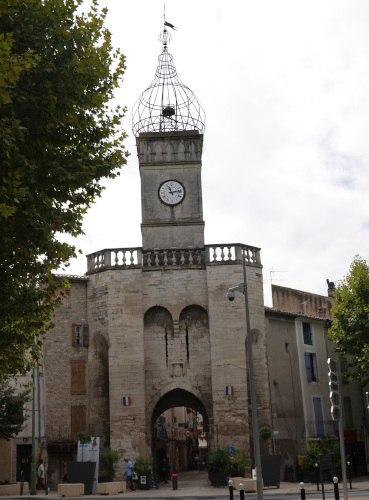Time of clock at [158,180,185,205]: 11:13
